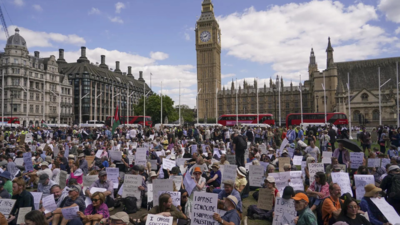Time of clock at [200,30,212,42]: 1:43
